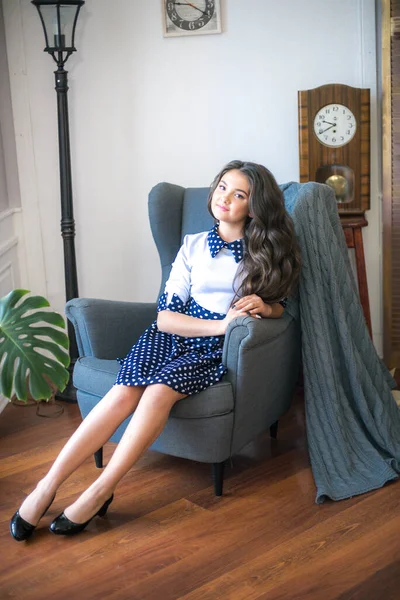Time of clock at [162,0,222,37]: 9:20
